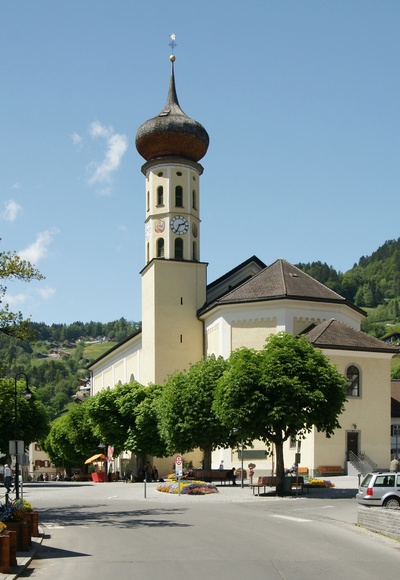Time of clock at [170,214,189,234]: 2:34
